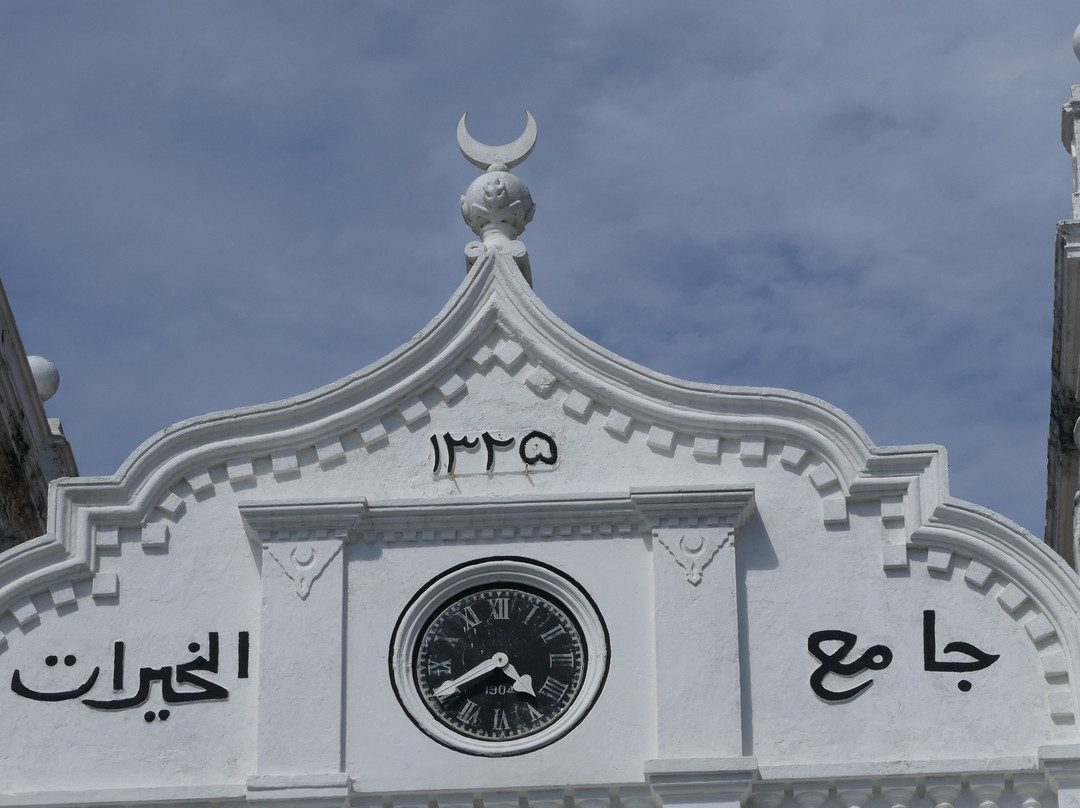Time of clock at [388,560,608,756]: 4:40
